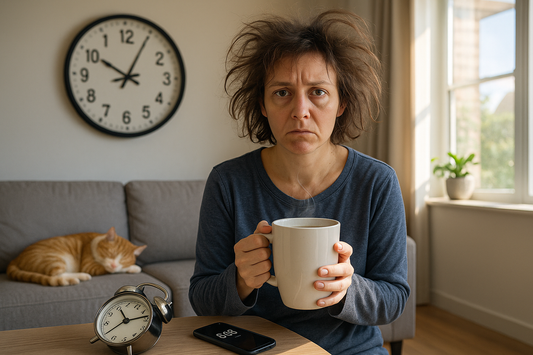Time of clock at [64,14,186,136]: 10:04
